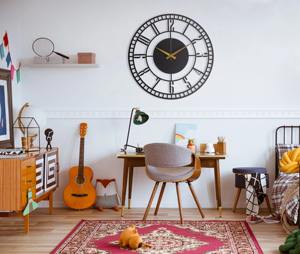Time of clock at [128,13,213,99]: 1:50
